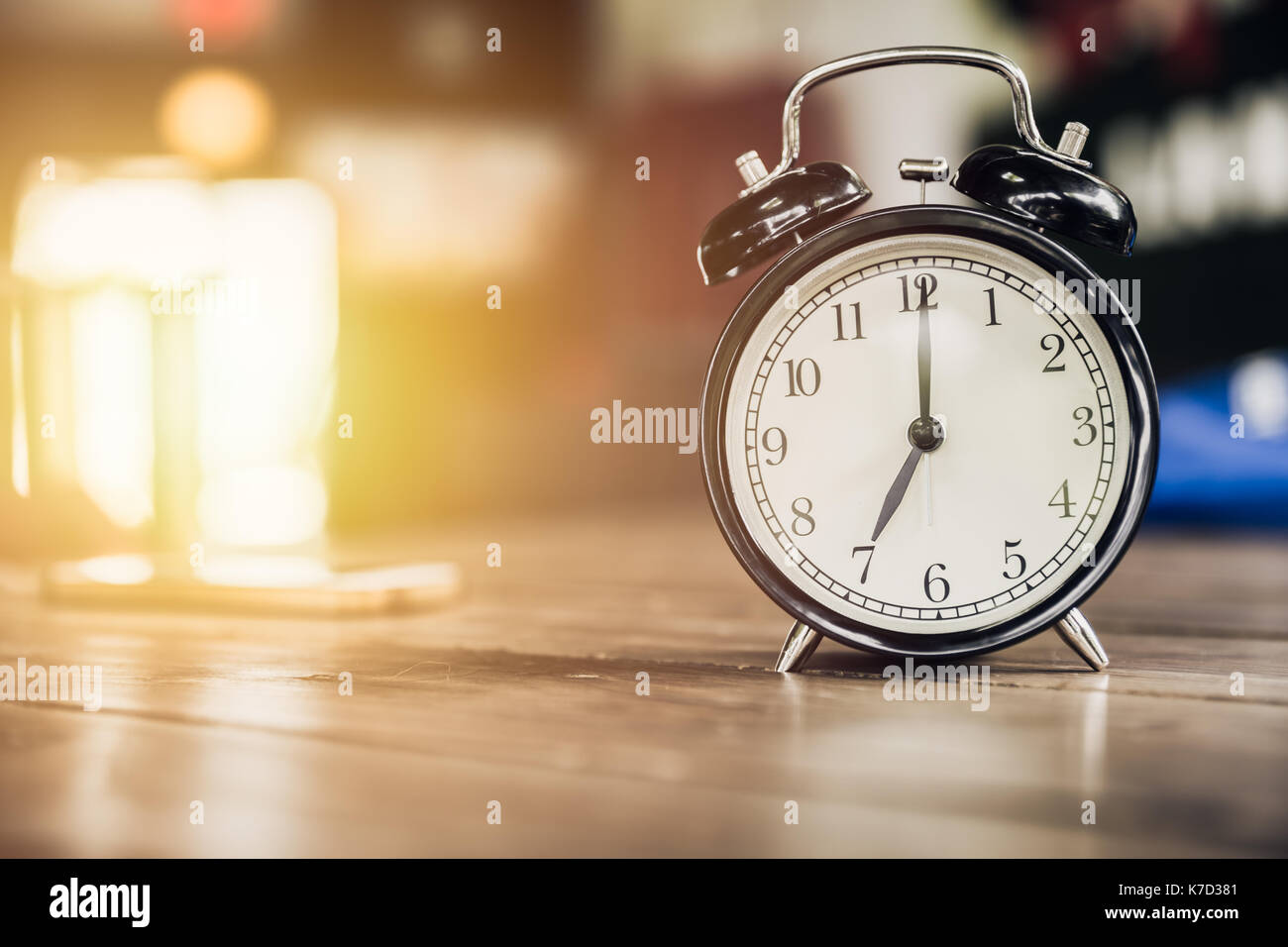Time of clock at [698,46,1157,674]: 7:00
